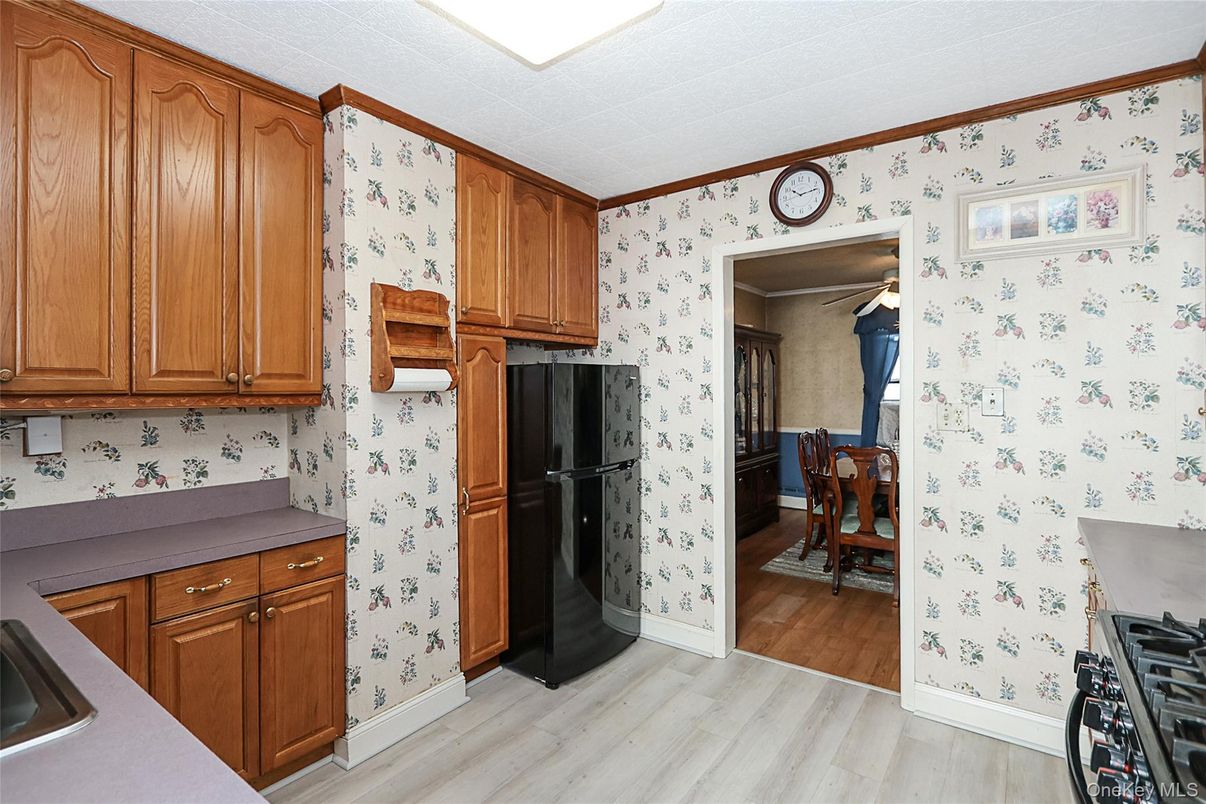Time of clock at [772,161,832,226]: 10:13
